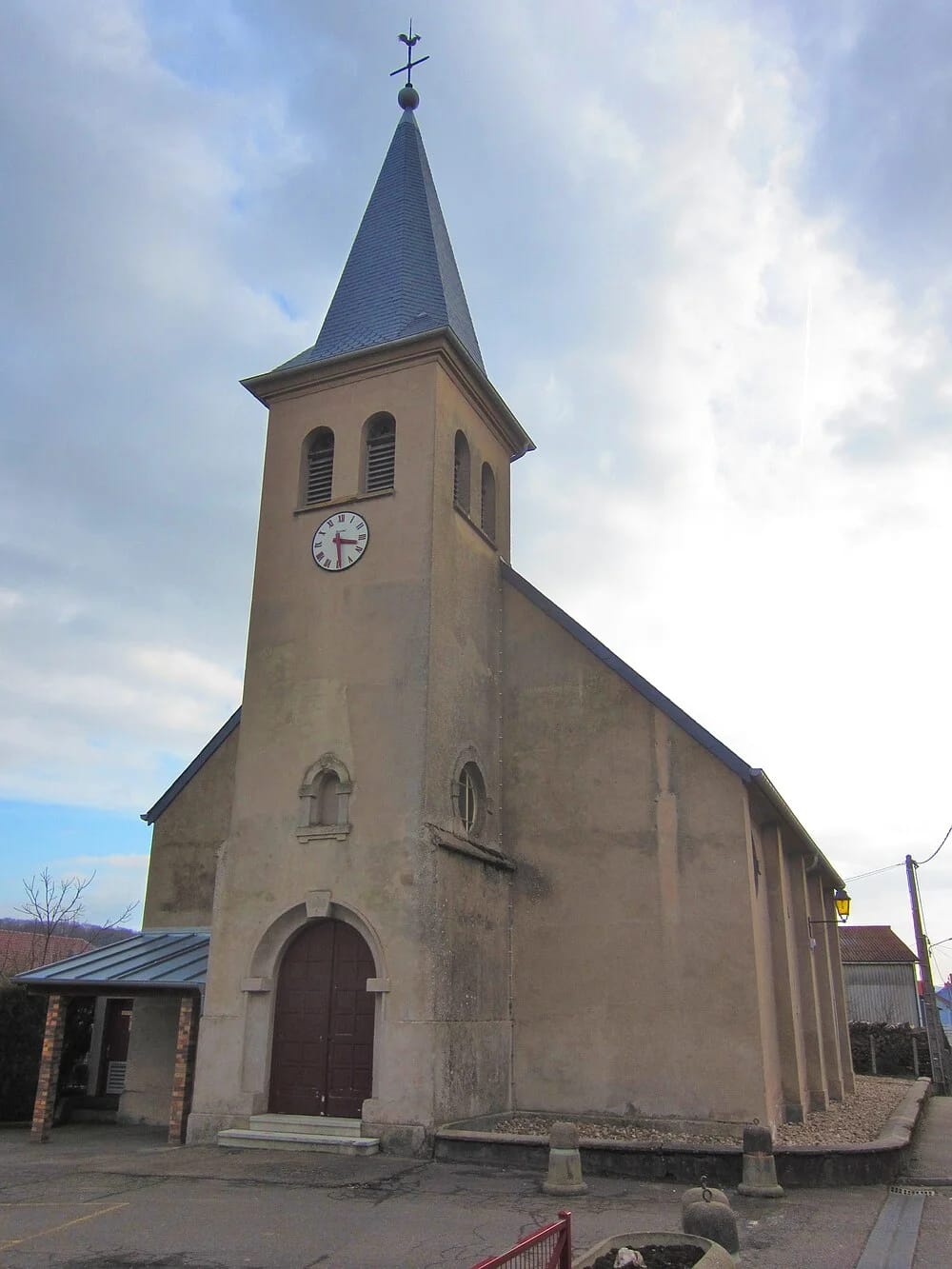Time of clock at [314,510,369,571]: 3:29
